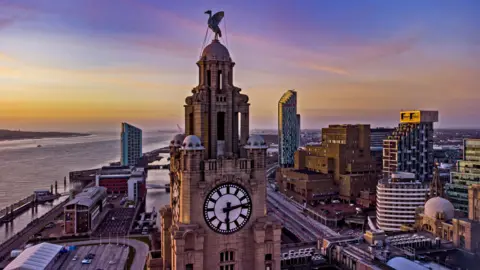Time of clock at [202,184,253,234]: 6:13
